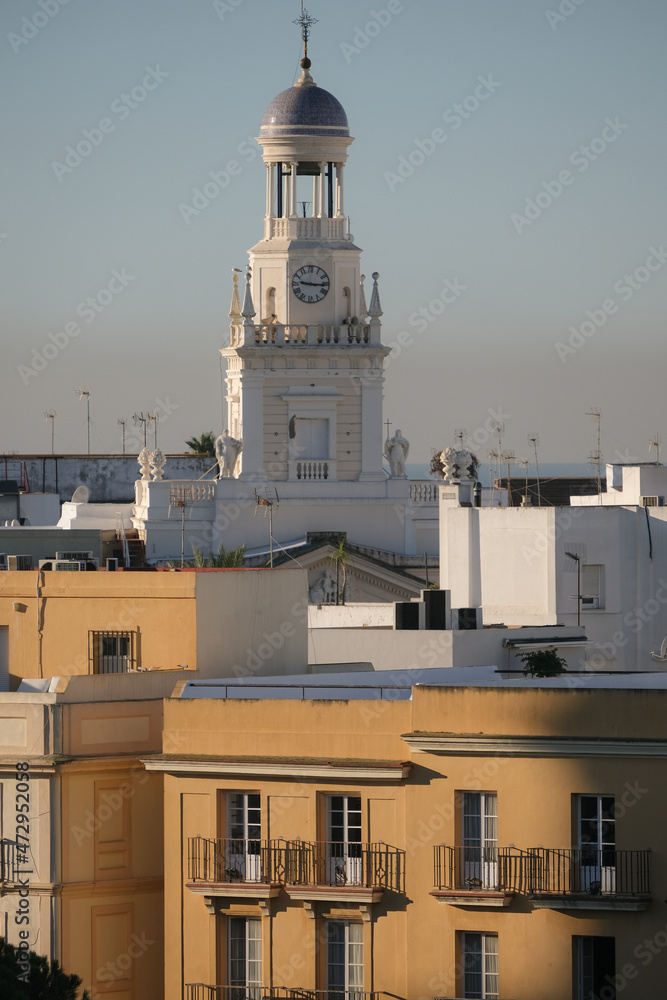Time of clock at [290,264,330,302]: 9:15
